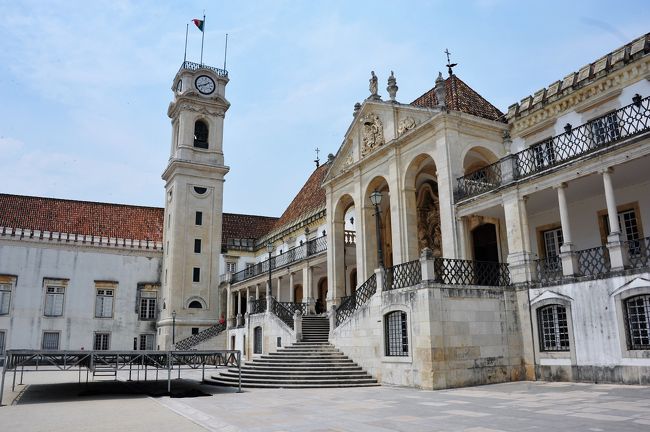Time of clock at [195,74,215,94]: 1:41
